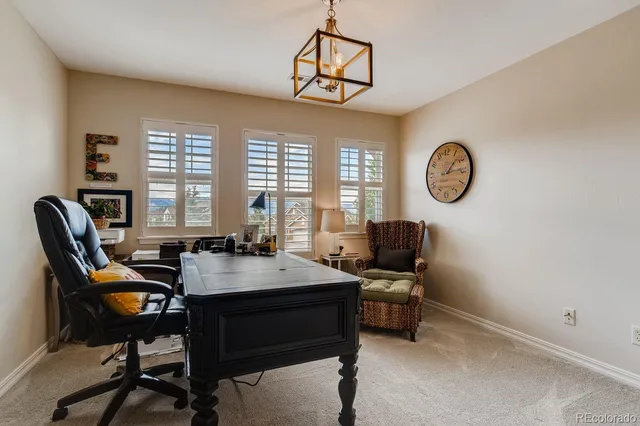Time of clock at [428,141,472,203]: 1:13
